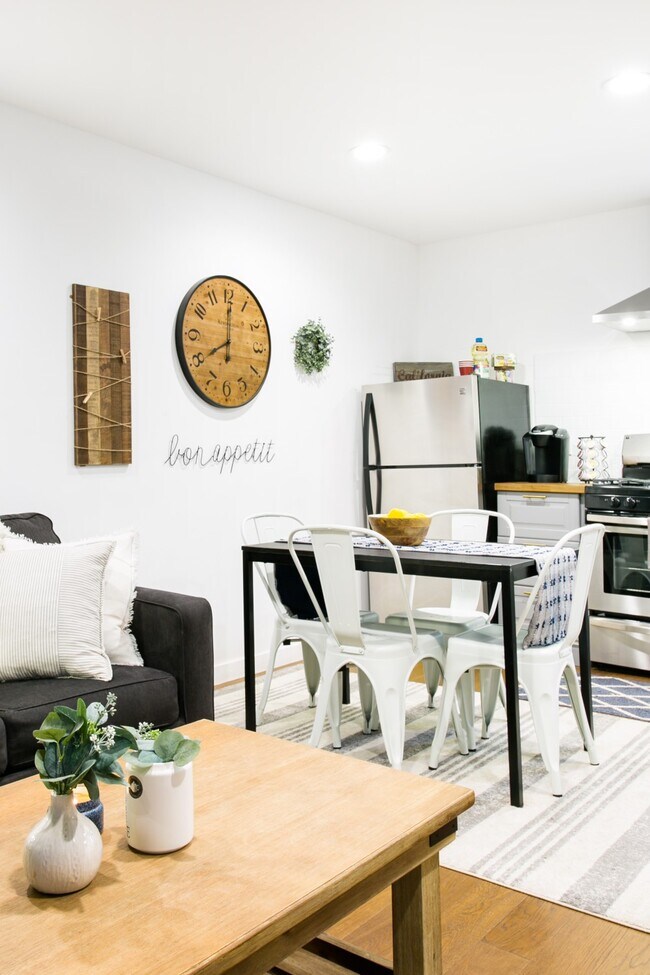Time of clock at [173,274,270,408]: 8:00
